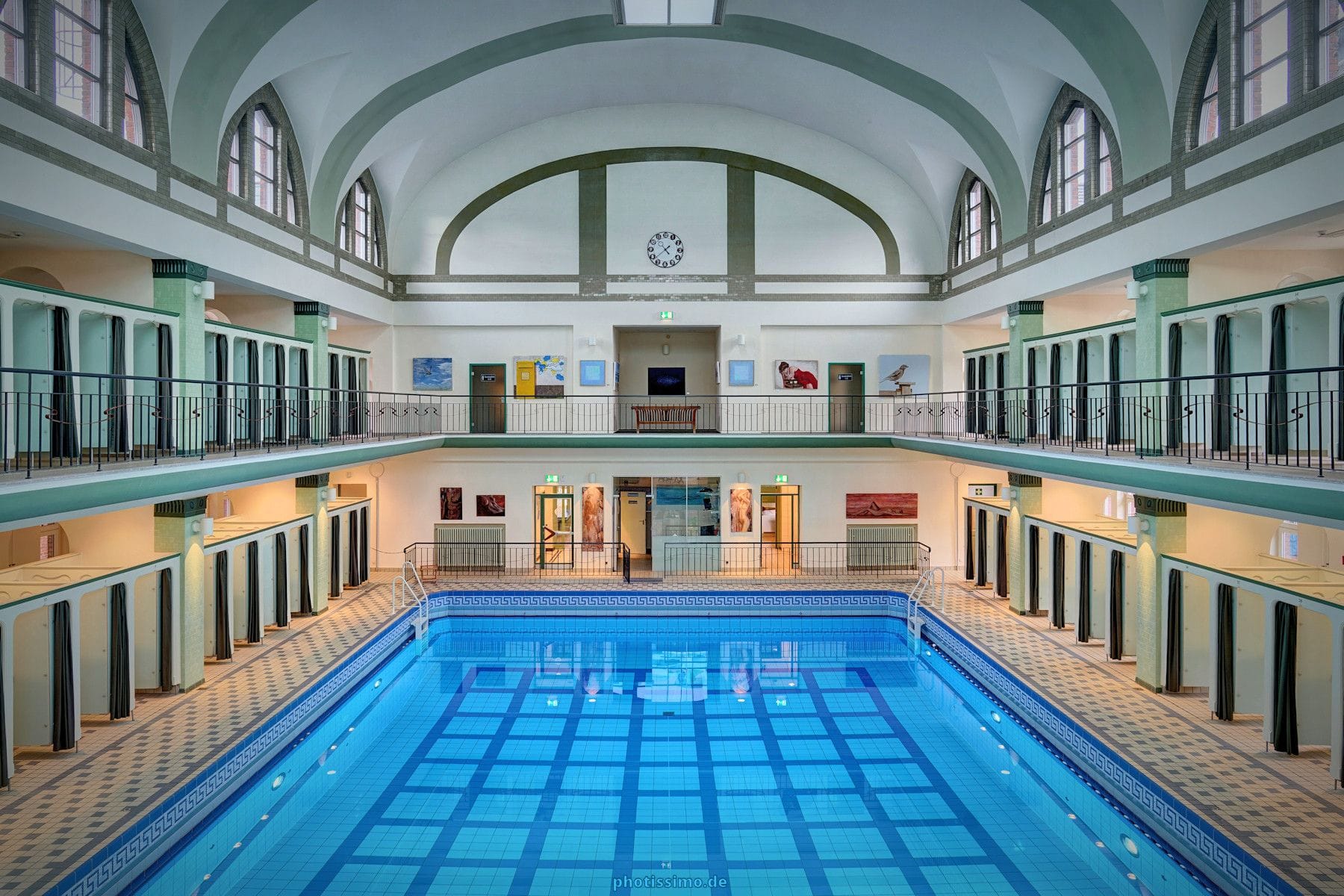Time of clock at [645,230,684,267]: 1:38
